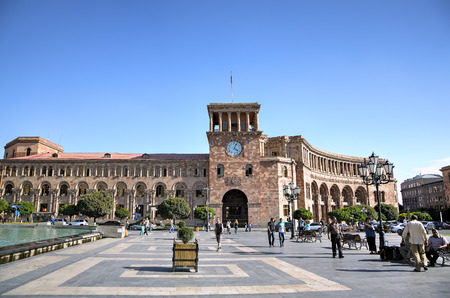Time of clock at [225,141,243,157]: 4:04
